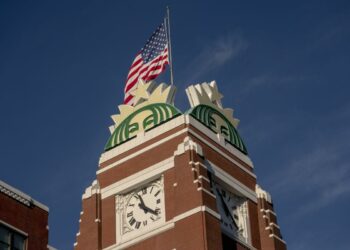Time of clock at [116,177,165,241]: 11:21
